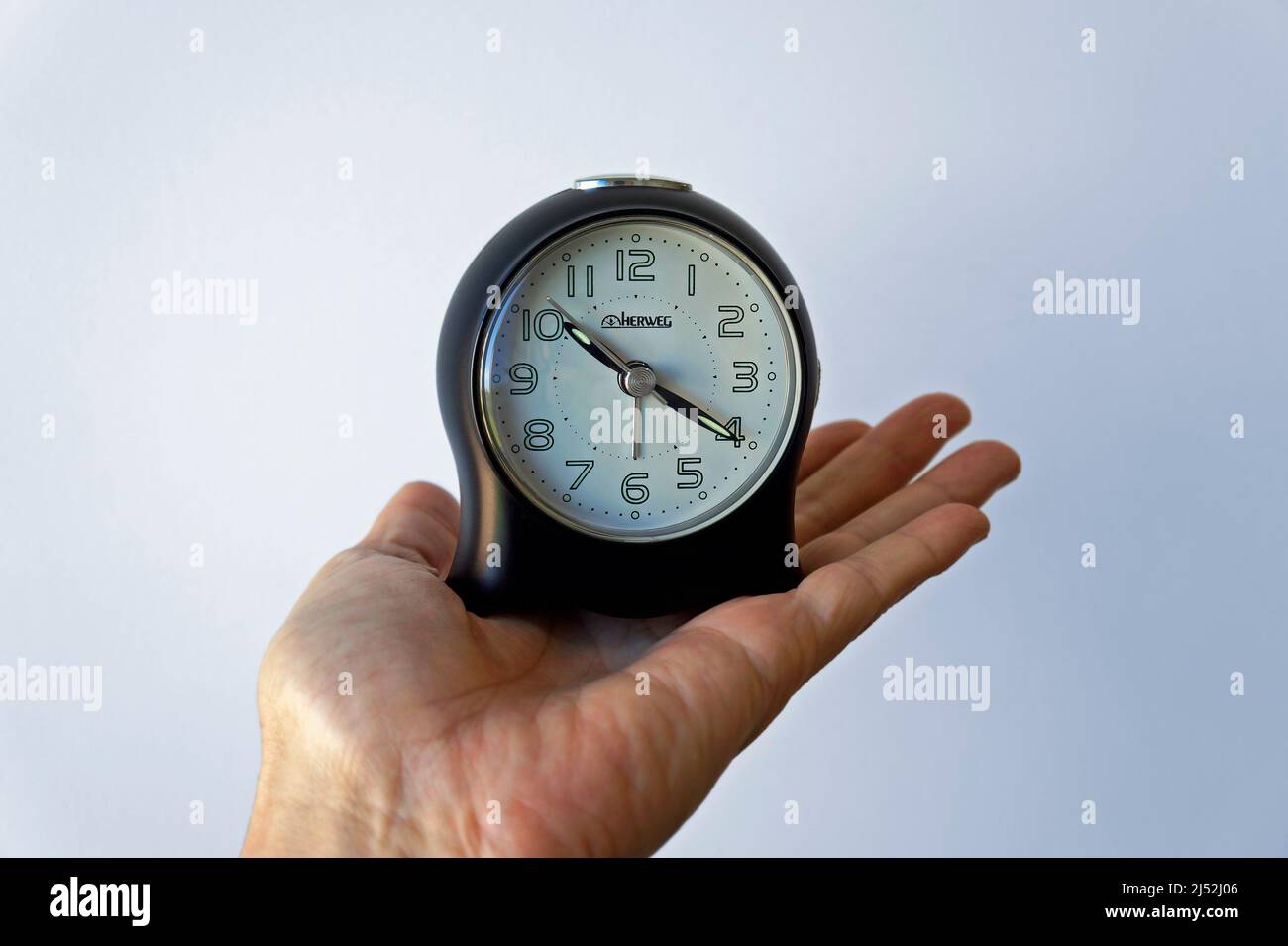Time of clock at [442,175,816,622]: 10:20
